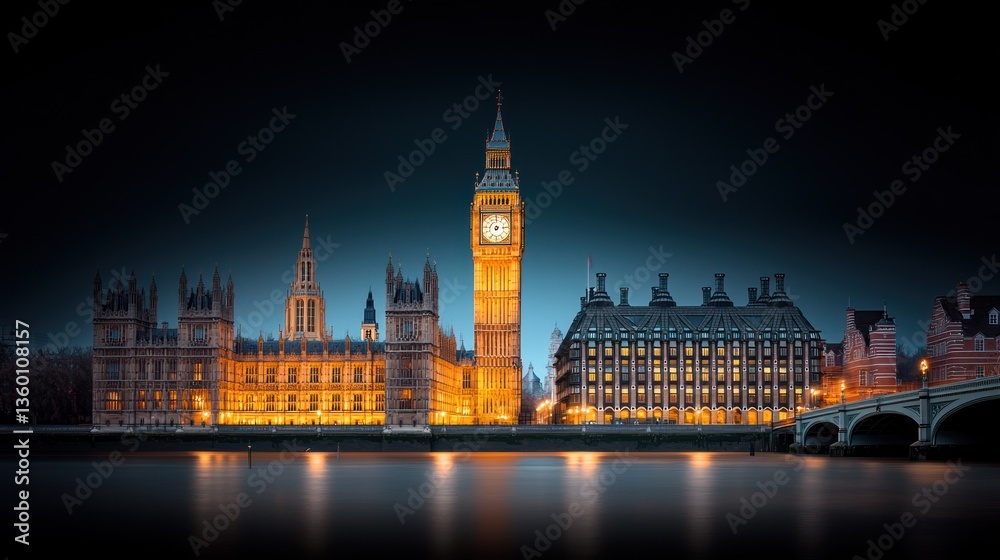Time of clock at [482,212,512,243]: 7:14
